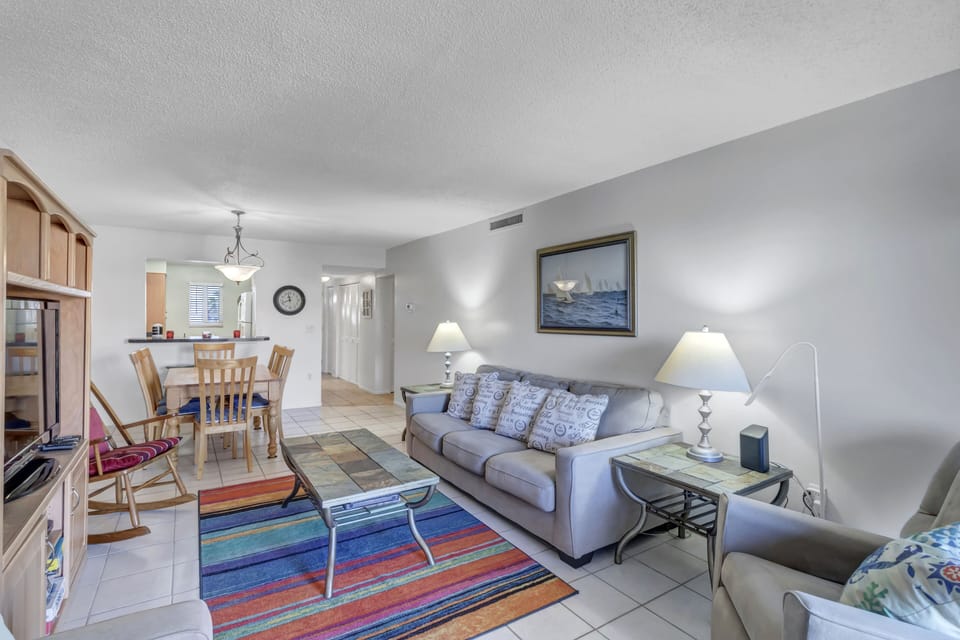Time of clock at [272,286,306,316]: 11:41
